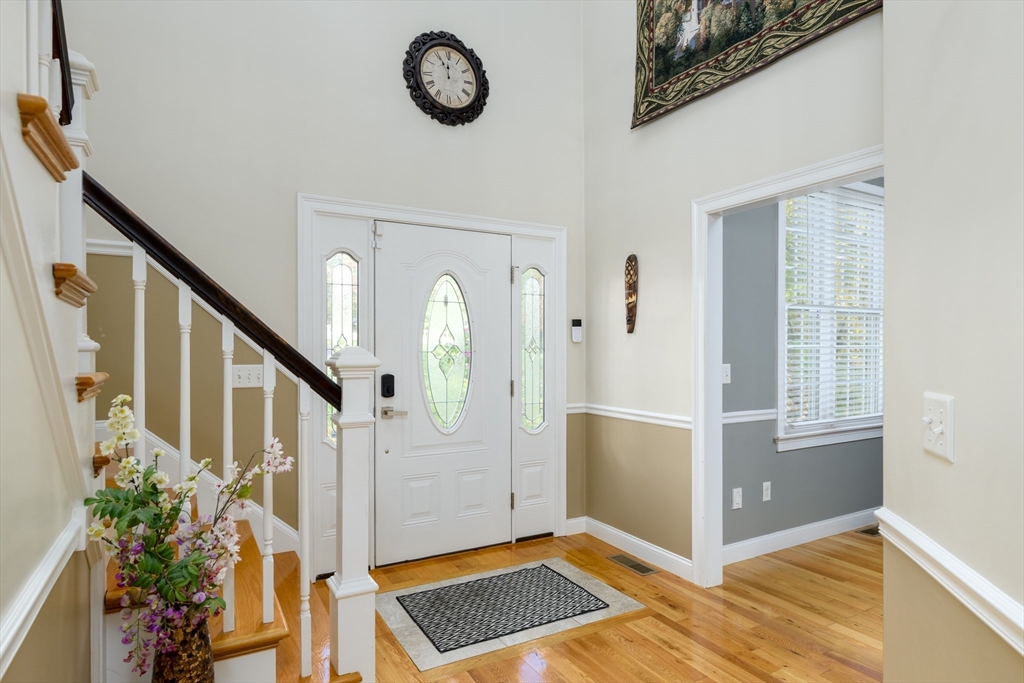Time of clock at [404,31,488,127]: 11:55
